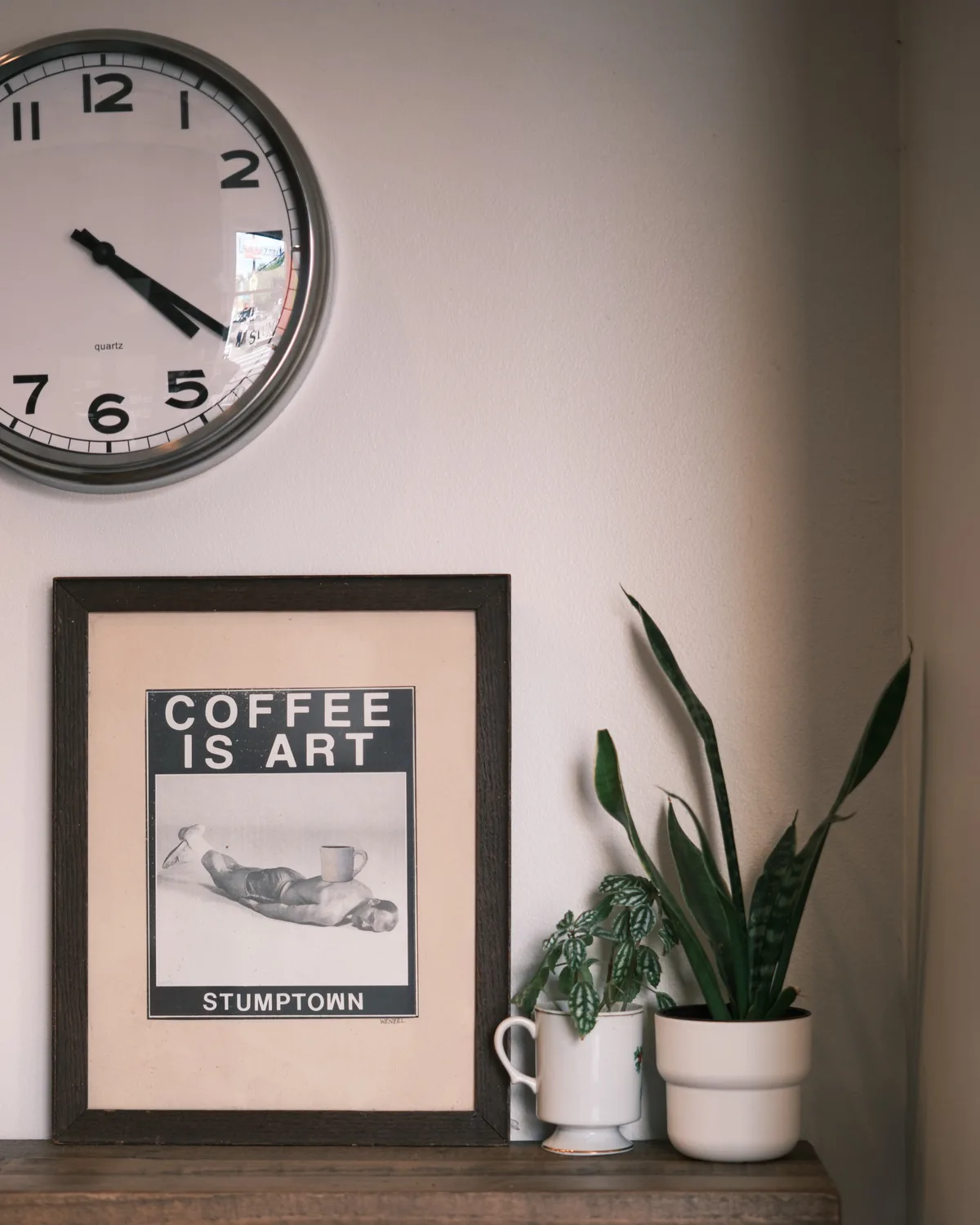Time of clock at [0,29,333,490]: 4:20
